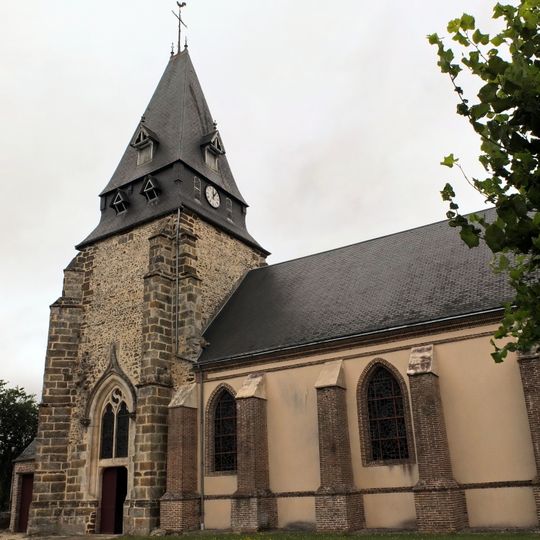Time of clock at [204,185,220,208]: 12:07
